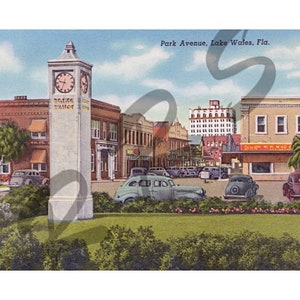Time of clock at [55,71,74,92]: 9:34
